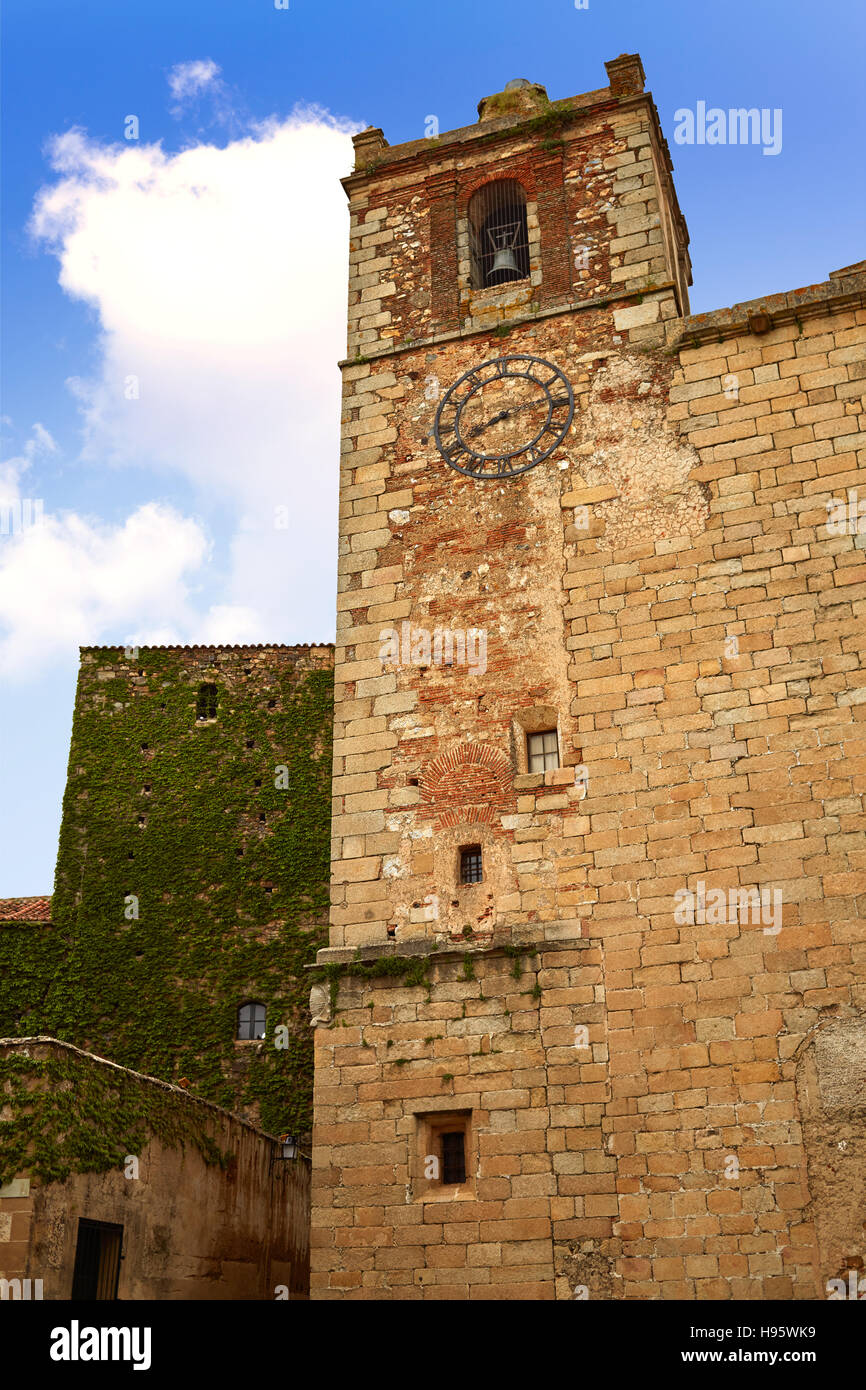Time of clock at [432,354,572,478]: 8:12
